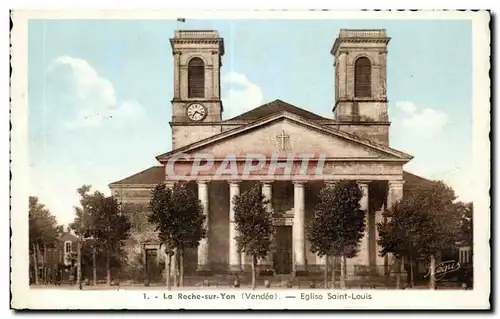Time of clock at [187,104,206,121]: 7:18
